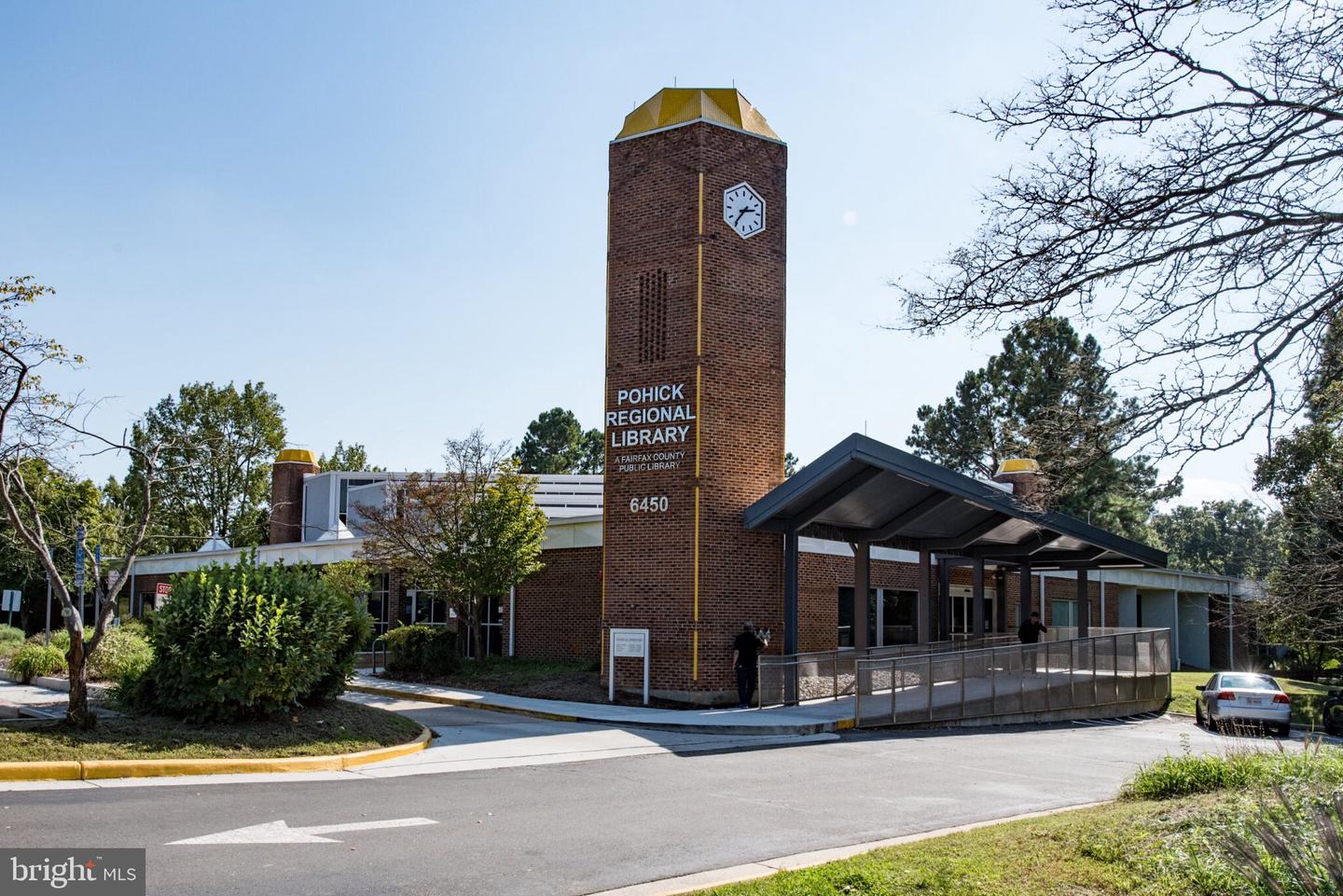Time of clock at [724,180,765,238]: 2:36
